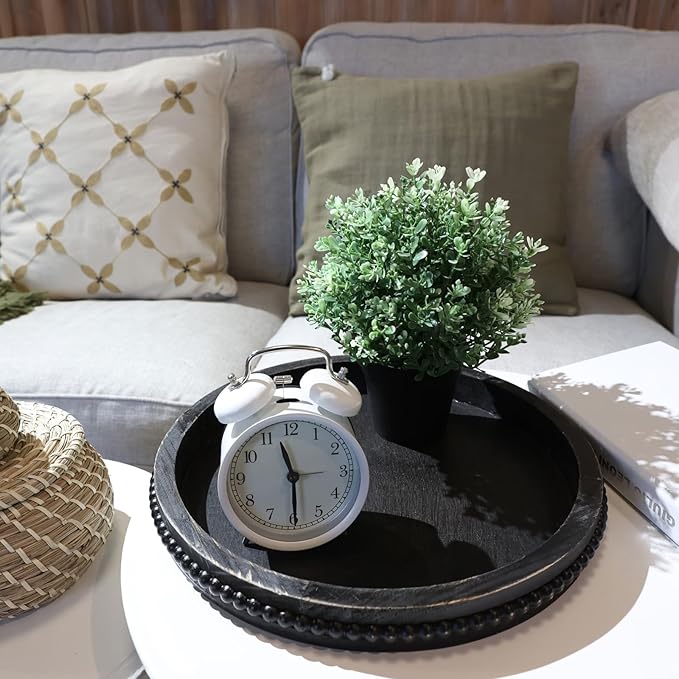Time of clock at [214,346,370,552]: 11:29
